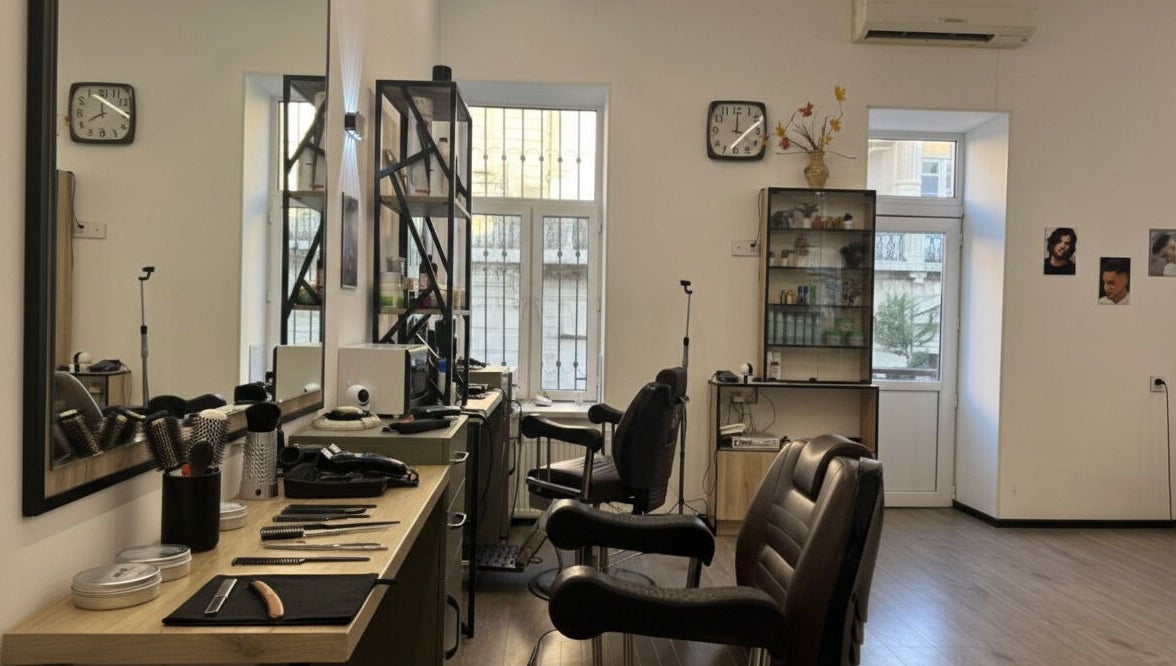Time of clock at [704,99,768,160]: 4:00
